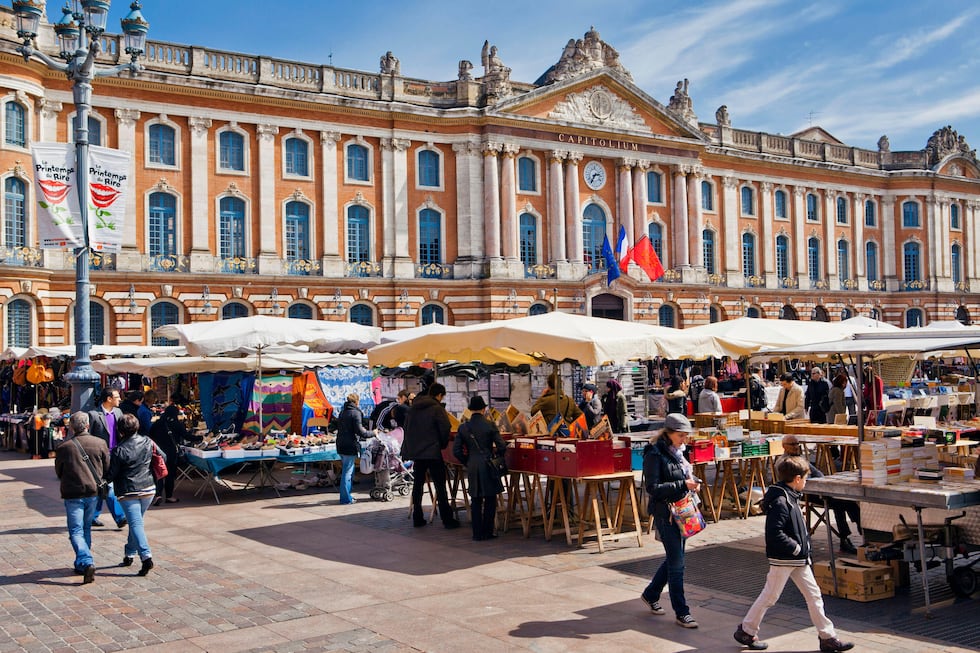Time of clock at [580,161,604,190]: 2:36
